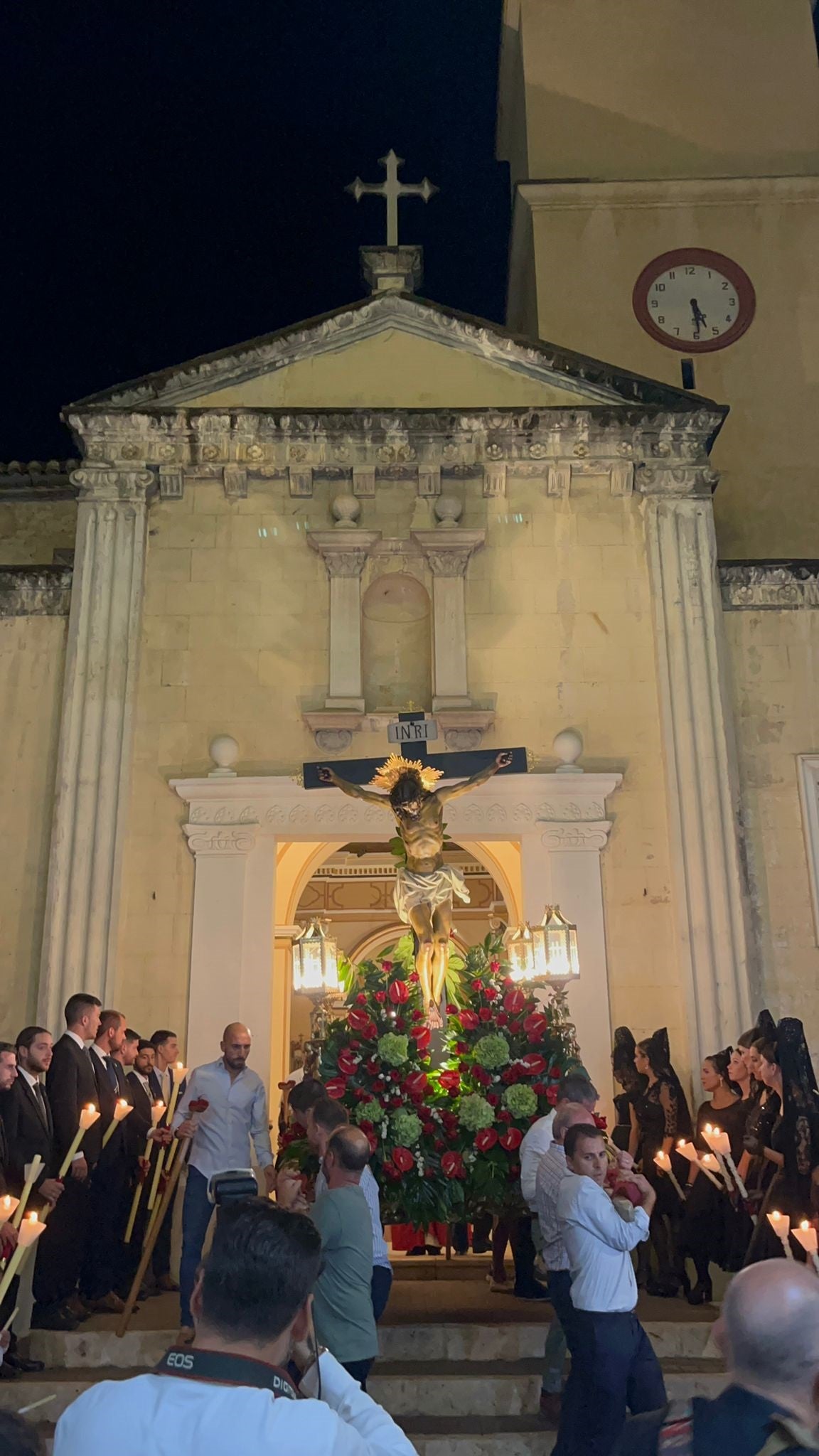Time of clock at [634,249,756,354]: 5:29
